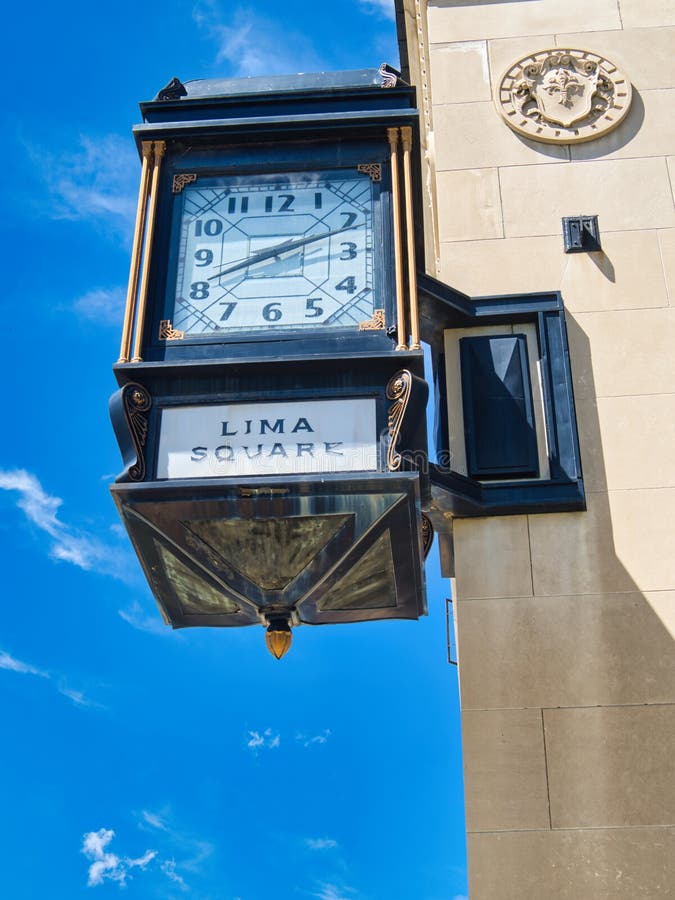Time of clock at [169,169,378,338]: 8:11
